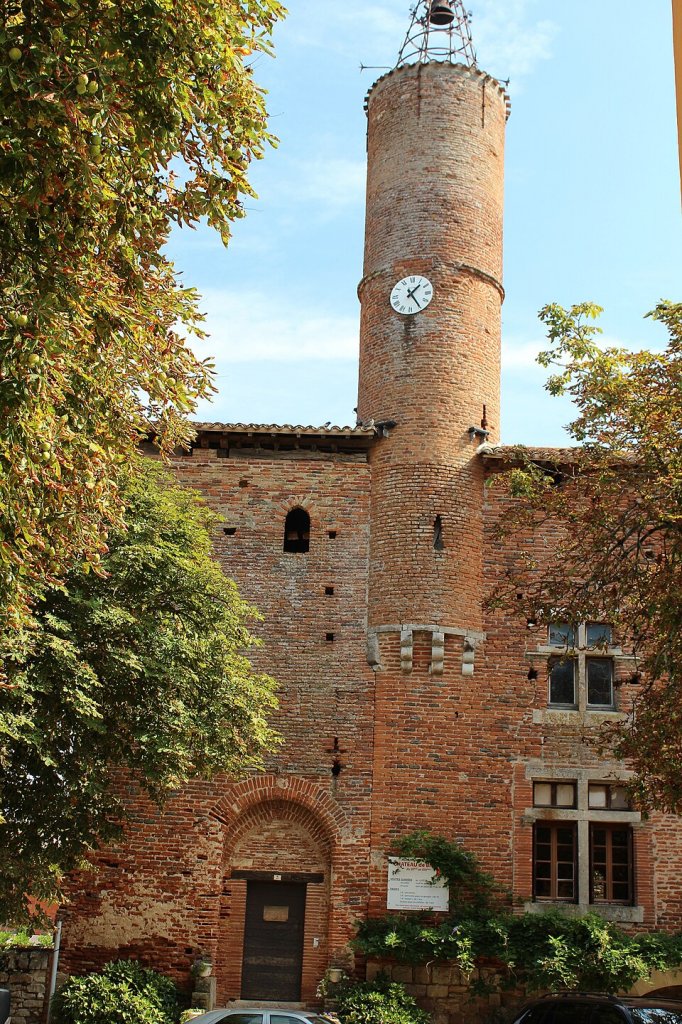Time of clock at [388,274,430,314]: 1:24
